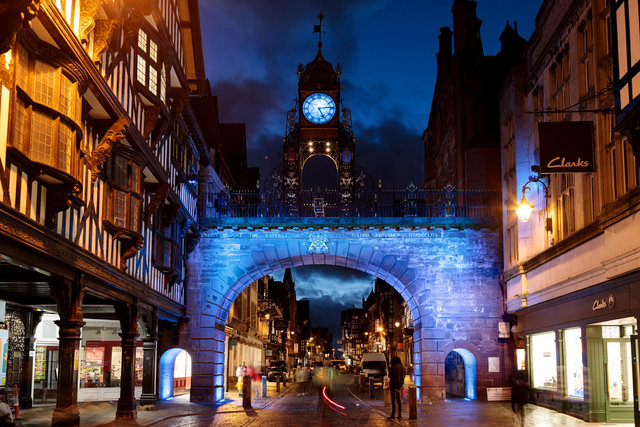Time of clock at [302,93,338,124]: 5:14
